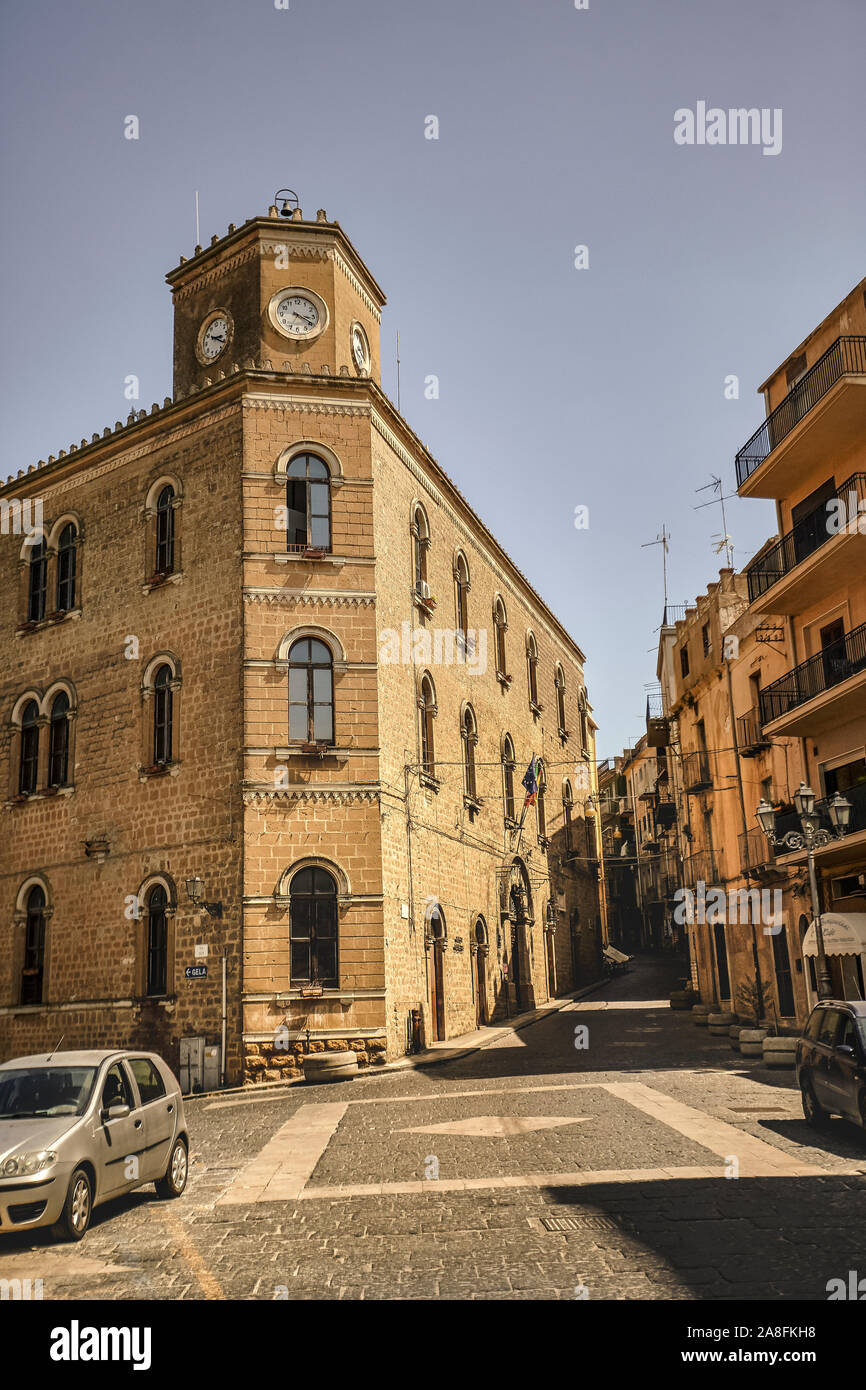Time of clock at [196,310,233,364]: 3:20
